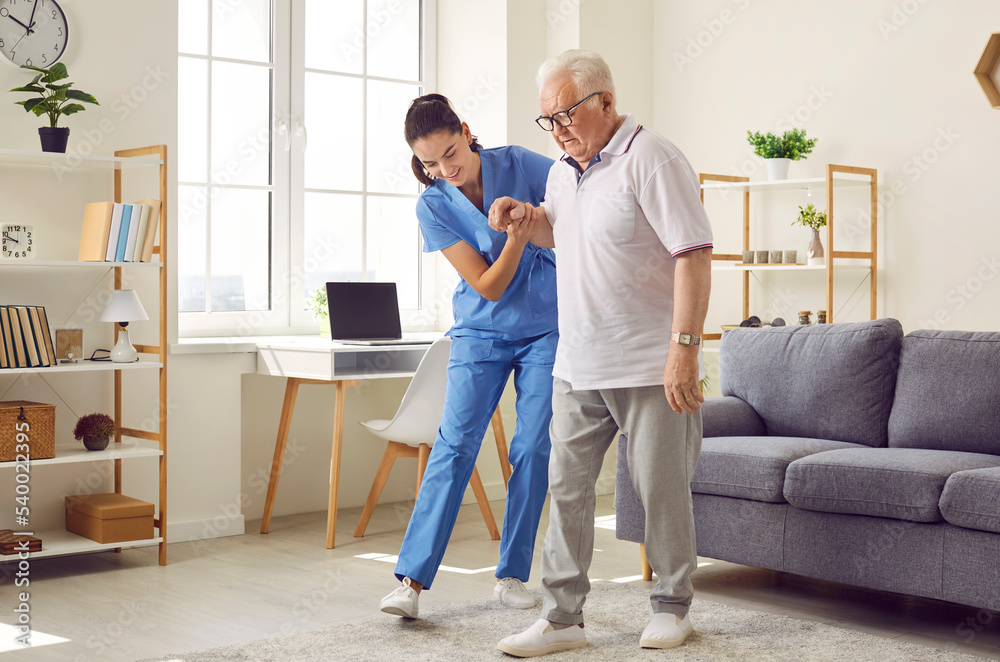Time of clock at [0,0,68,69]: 10:03
